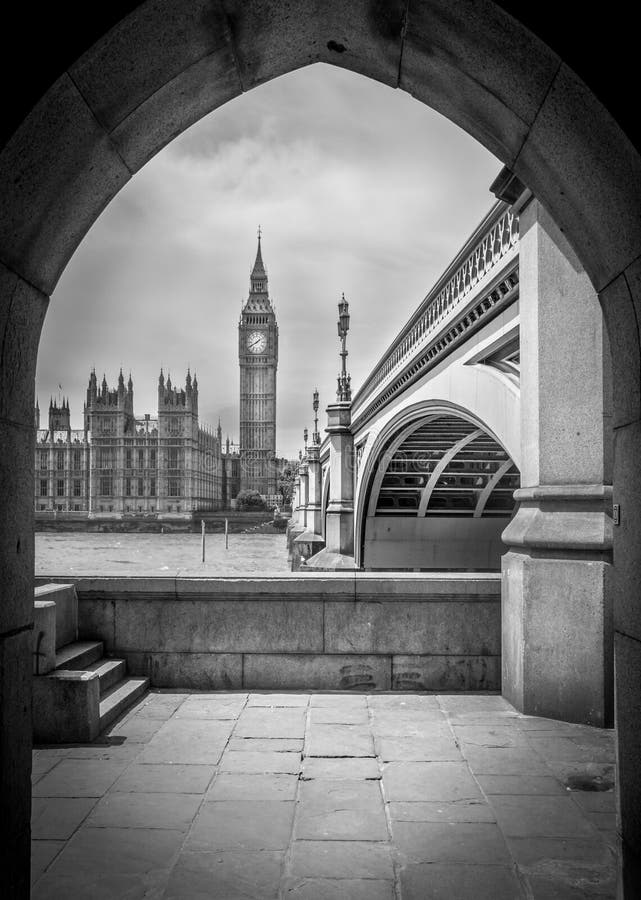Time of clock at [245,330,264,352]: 1:40
